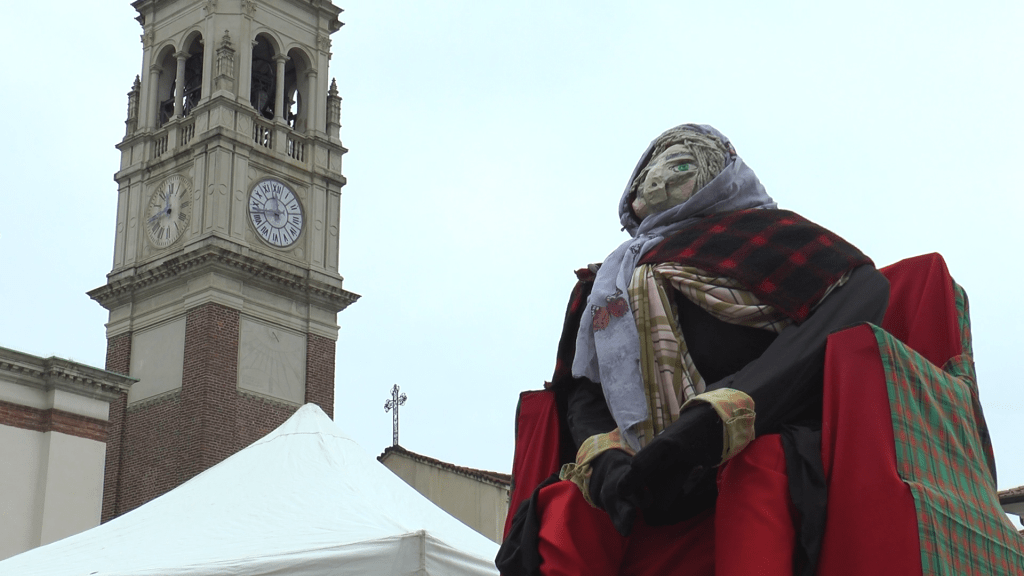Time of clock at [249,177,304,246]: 11:42
